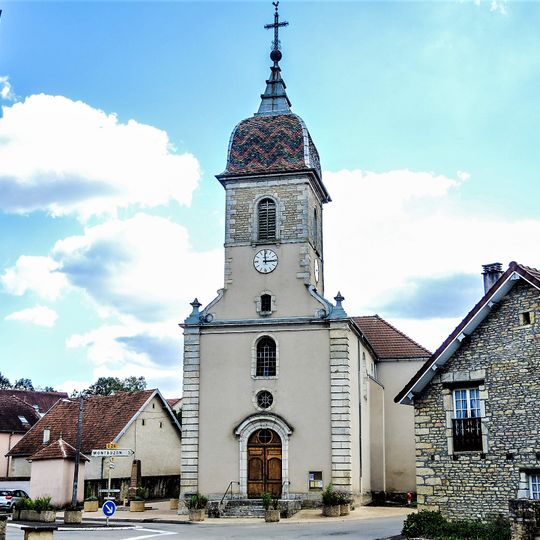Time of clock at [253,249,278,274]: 2:59
